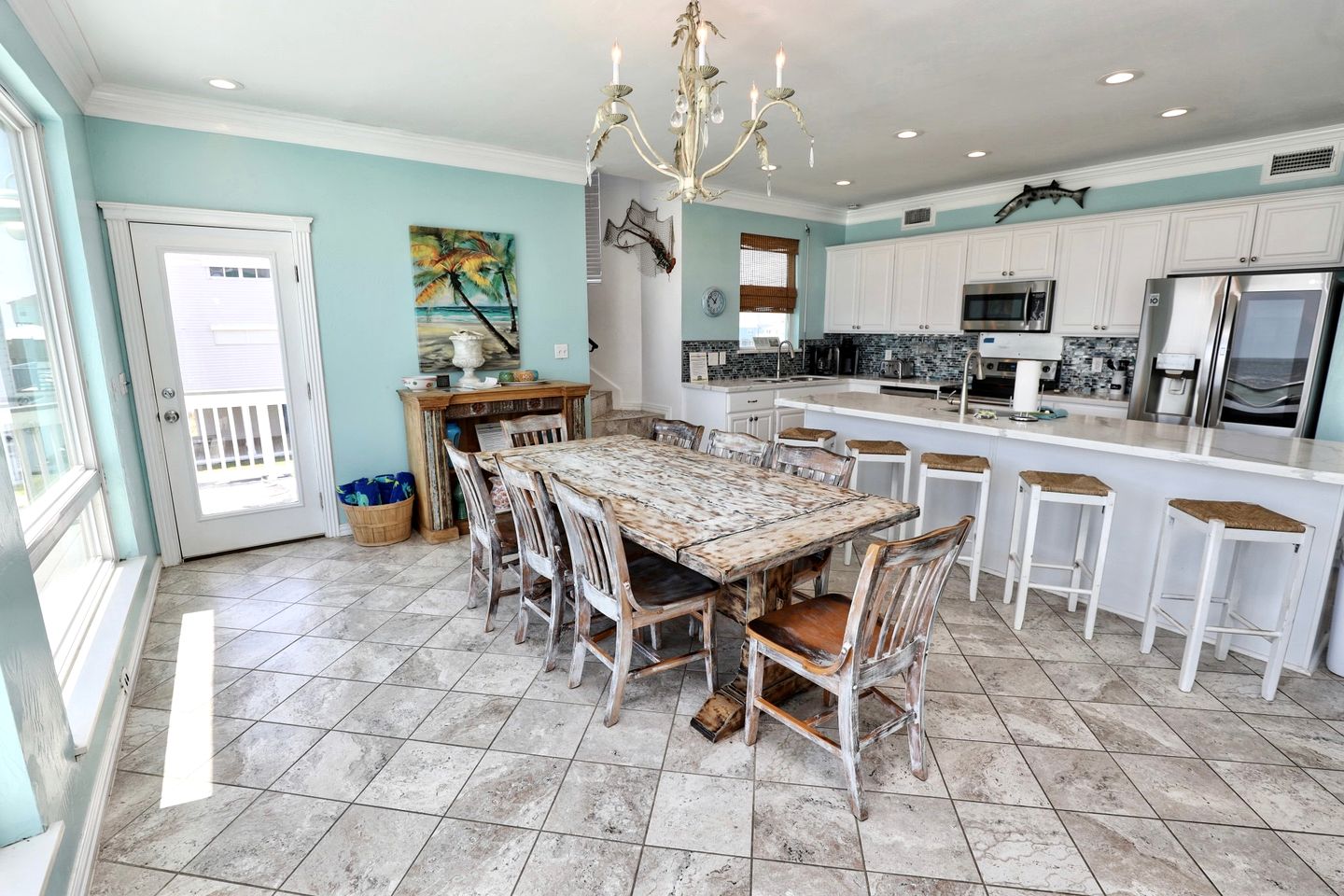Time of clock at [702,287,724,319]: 12:52
